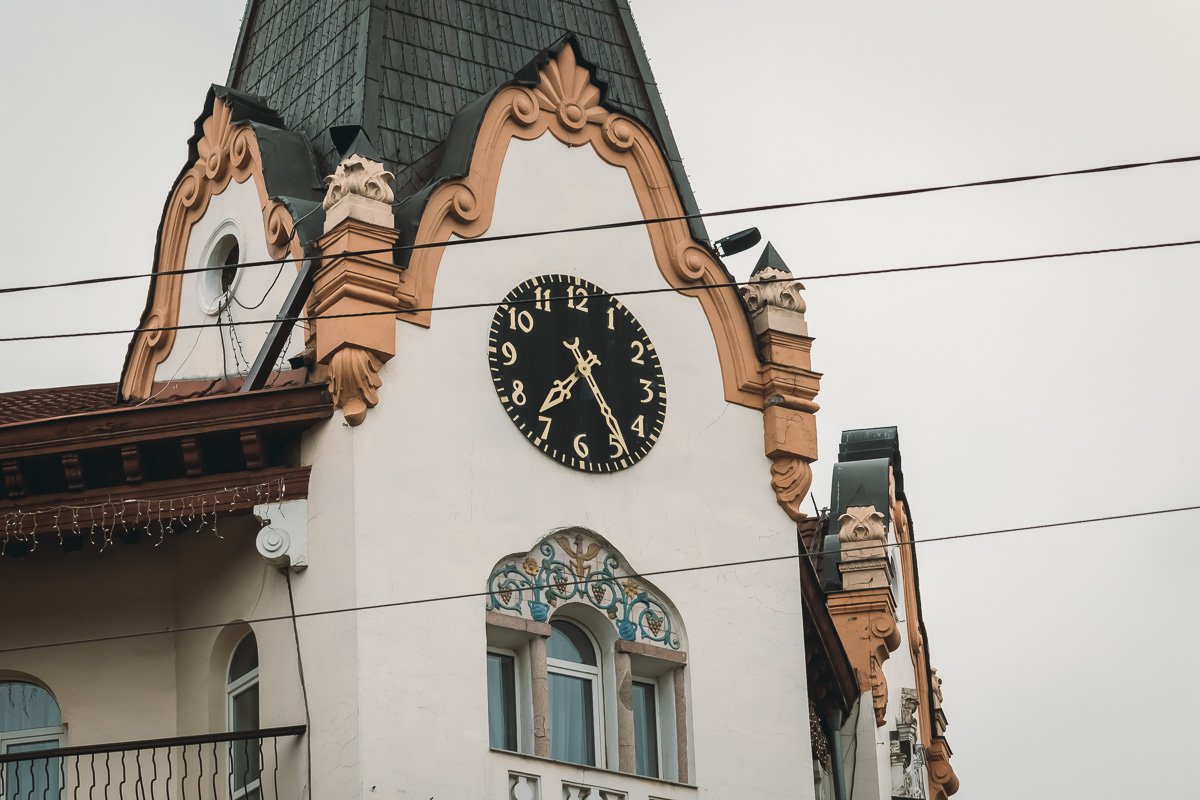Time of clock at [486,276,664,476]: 7:24
